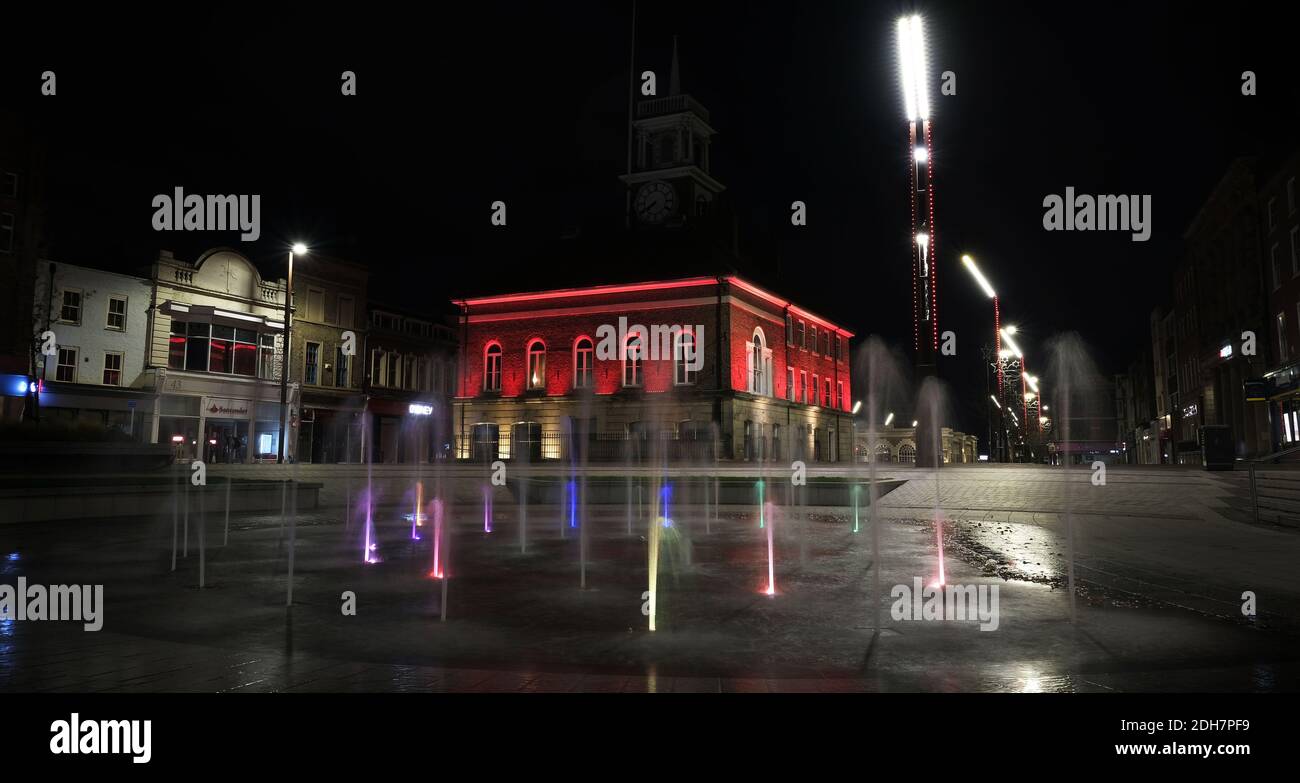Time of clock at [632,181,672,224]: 7:40
